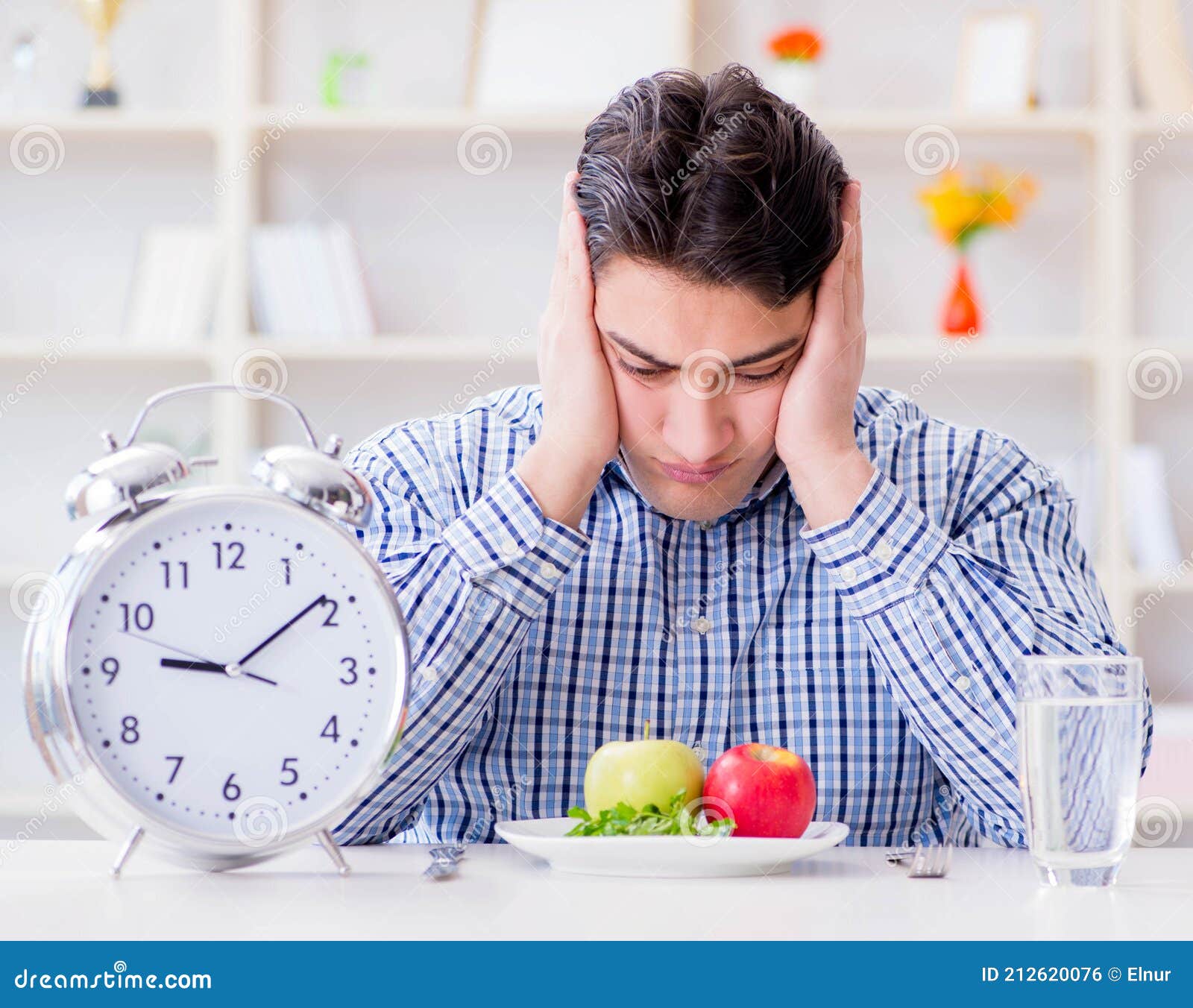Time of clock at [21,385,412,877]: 9:09
